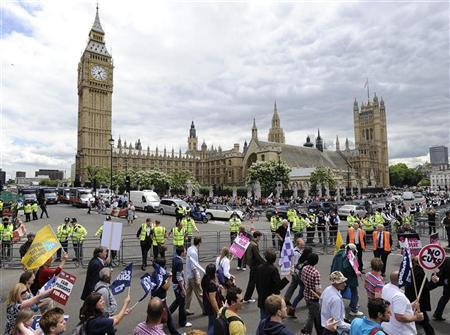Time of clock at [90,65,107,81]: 1:26
